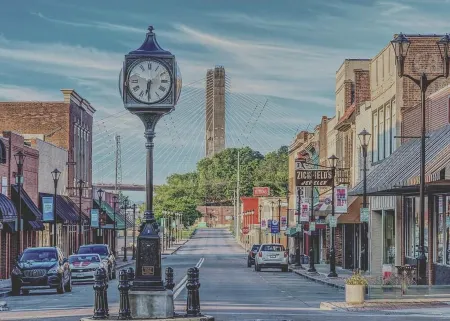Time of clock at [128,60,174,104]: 6:30
